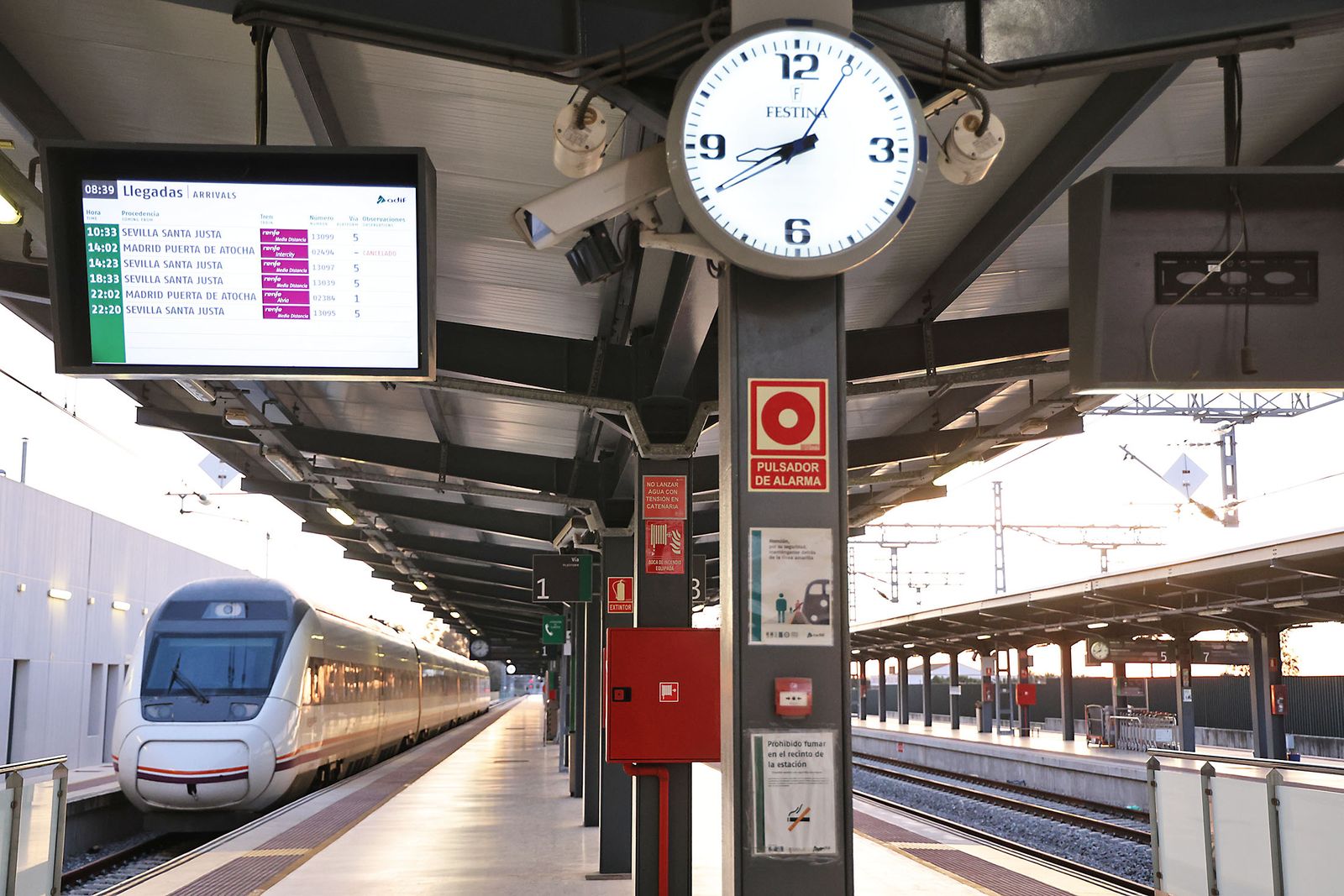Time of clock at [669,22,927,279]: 8:40
